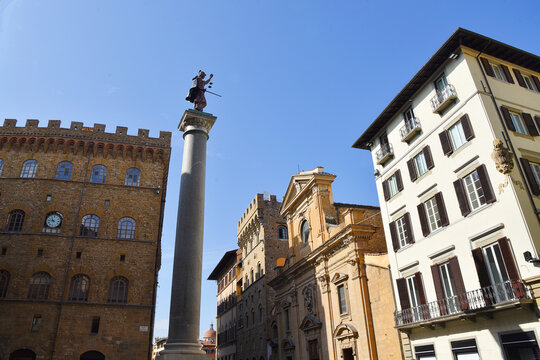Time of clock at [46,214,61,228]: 10:45
